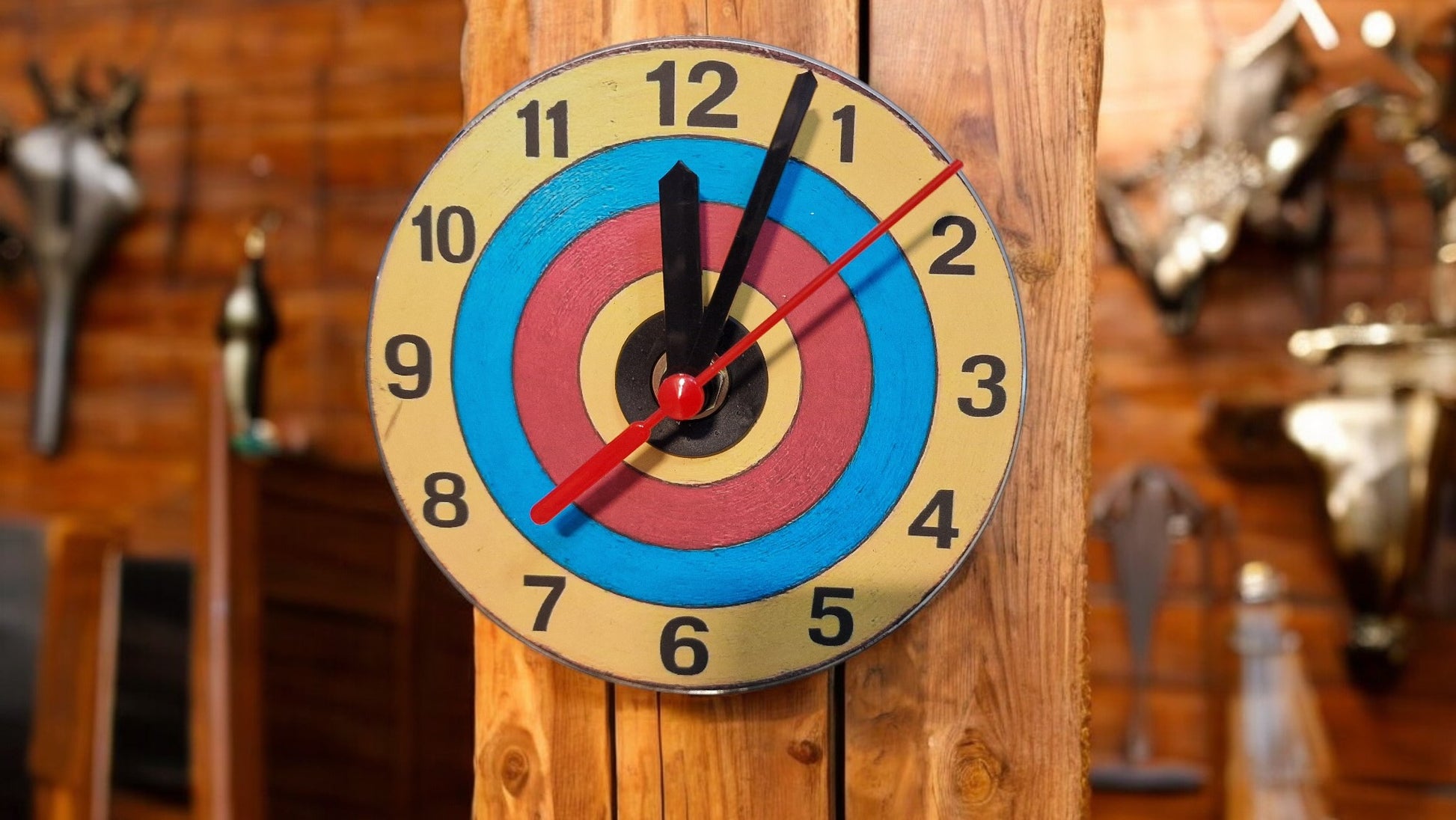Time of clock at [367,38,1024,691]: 12:03
